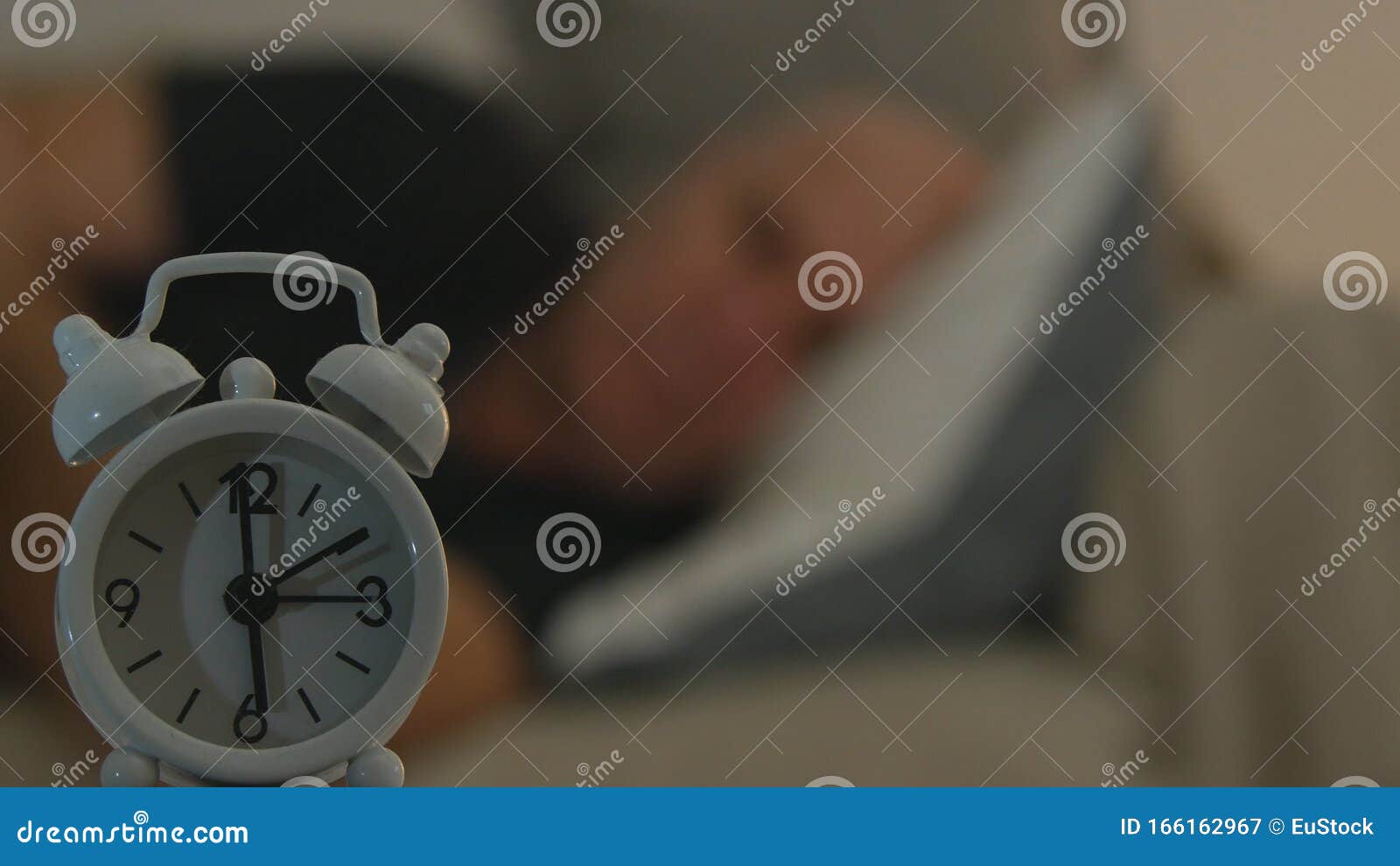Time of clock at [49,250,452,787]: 5:59
